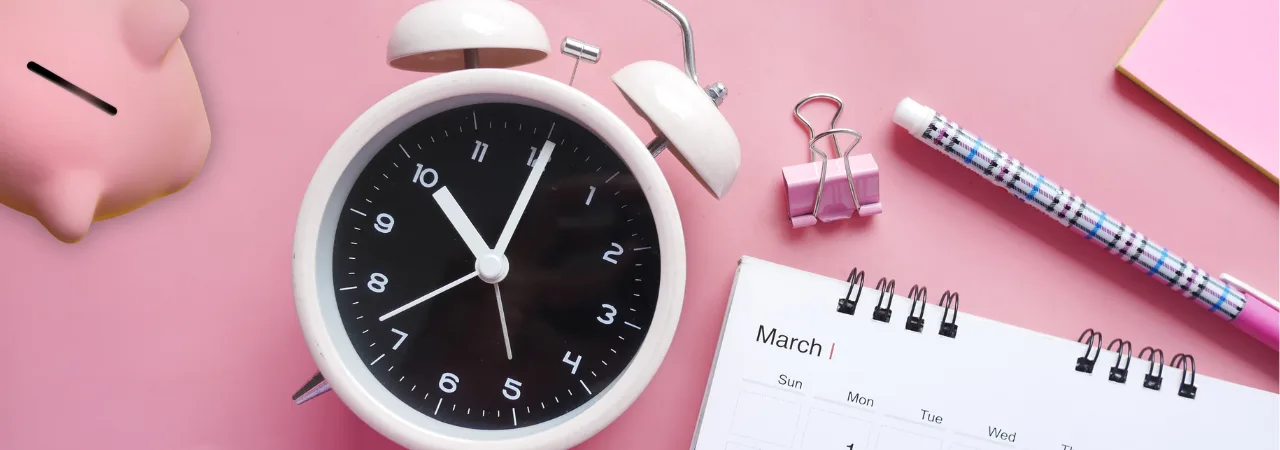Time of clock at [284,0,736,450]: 11:05
